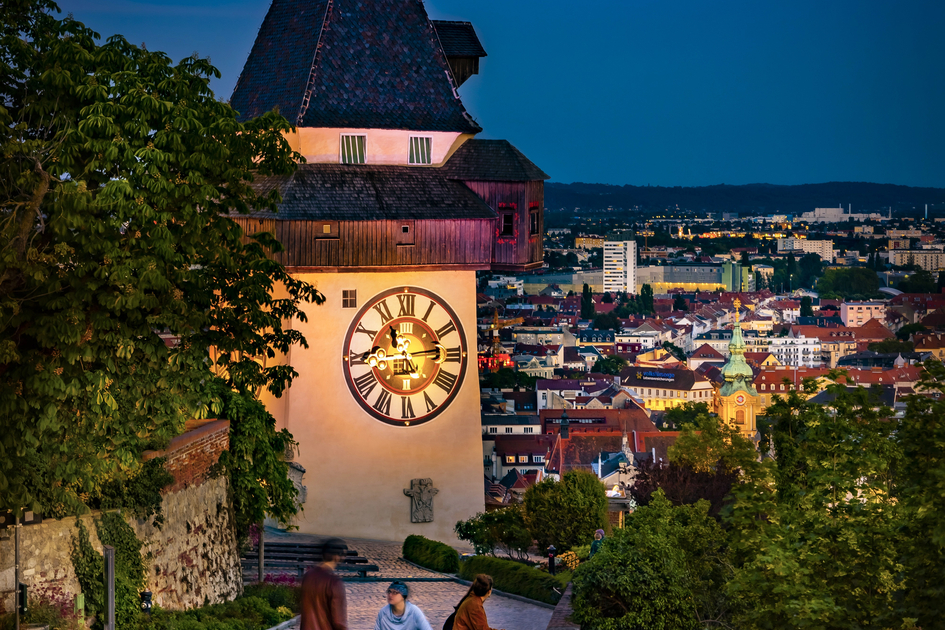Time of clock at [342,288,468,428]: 11:13
